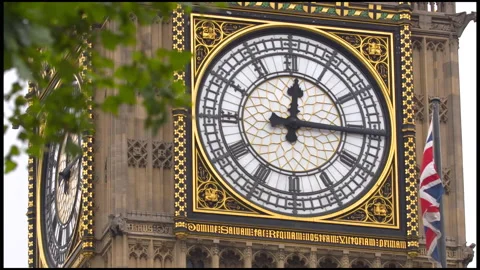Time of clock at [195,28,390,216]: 12:15
